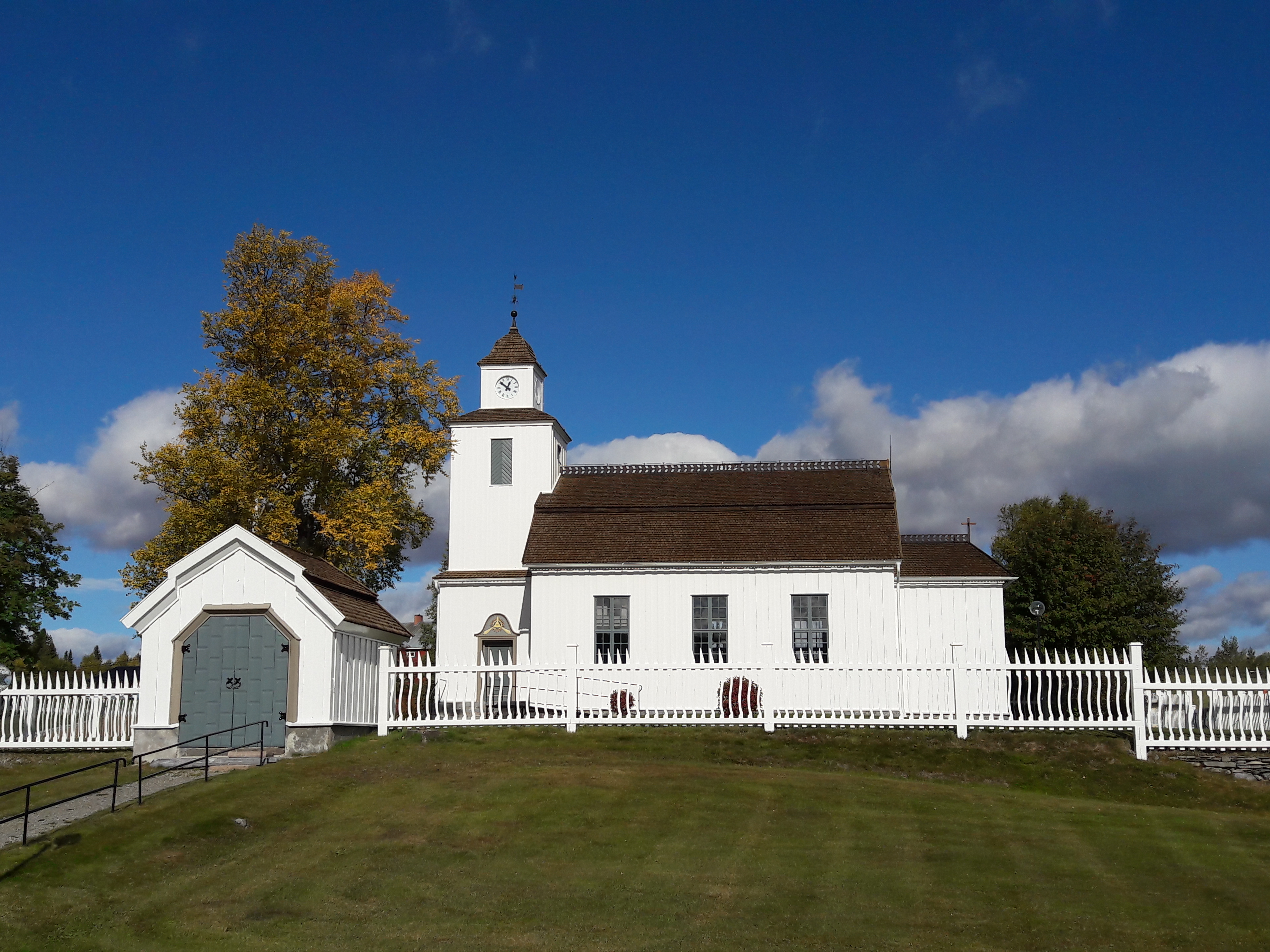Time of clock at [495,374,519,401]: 12:51
